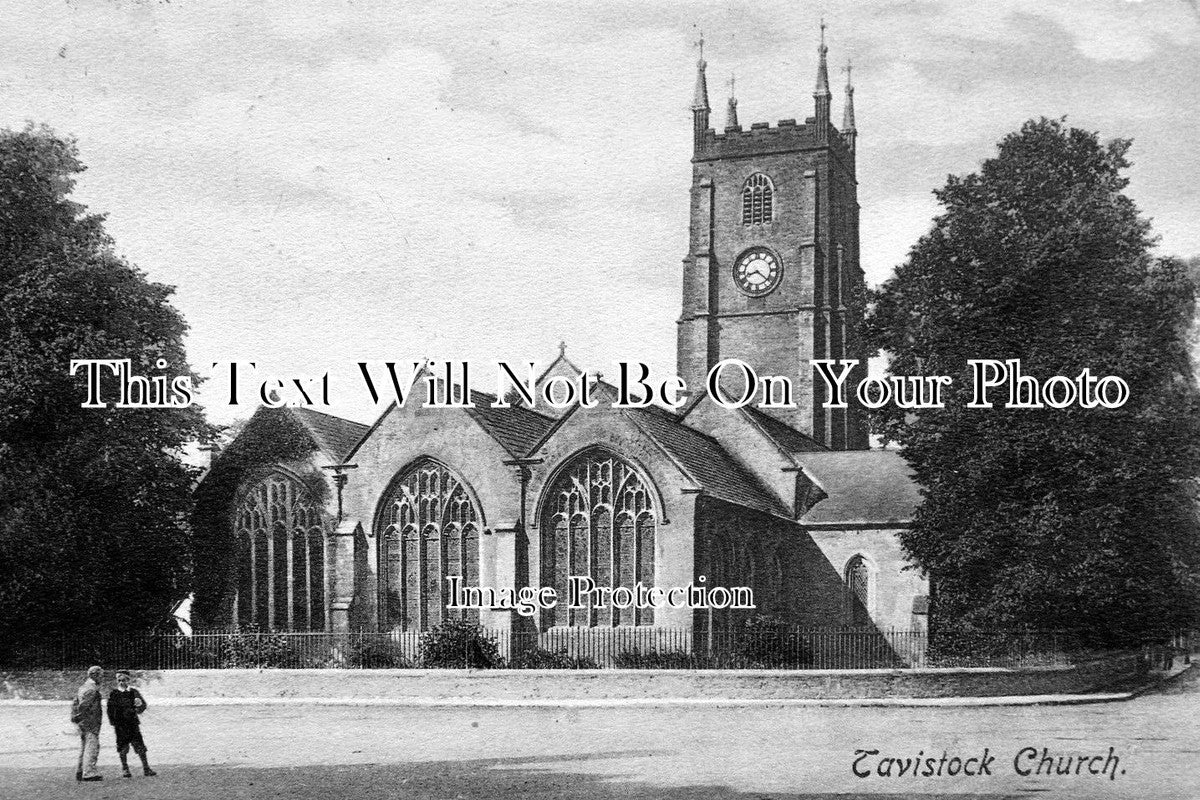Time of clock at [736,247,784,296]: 8:21
